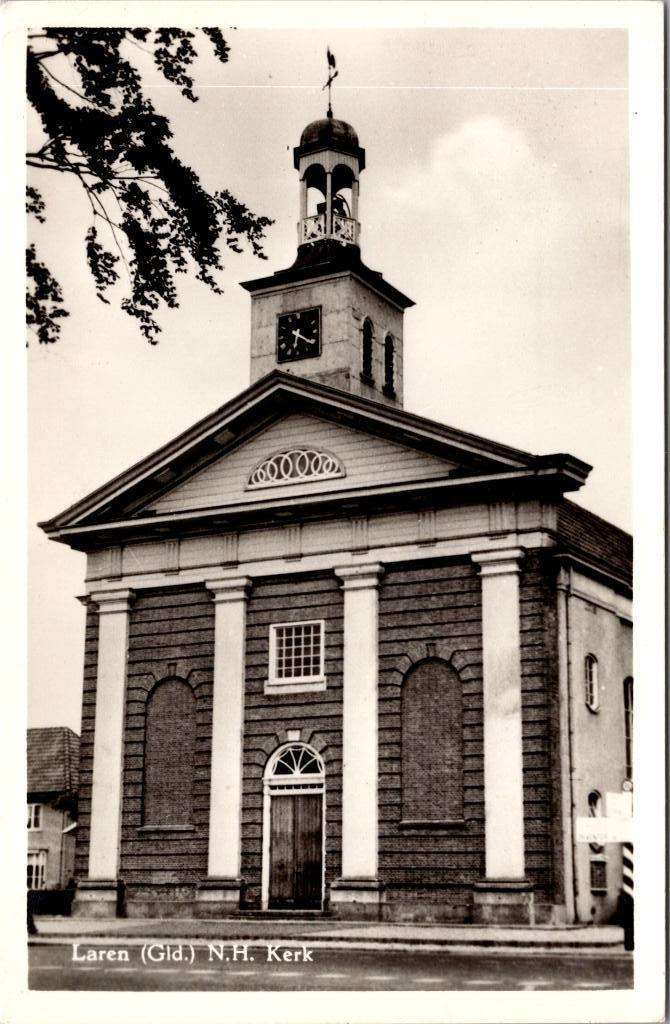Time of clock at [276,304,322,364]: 6:21
